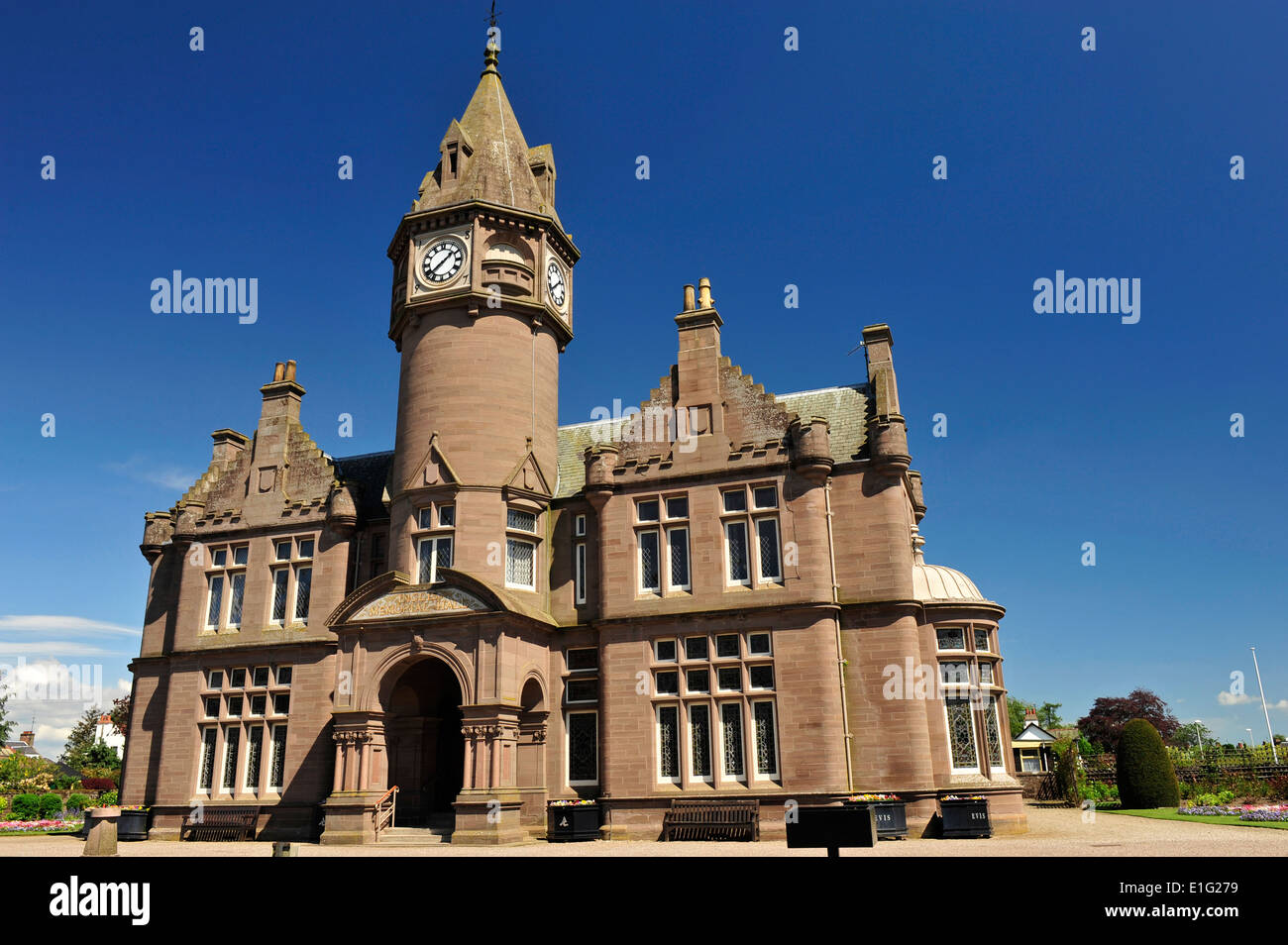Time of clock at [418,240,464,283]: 1:38
